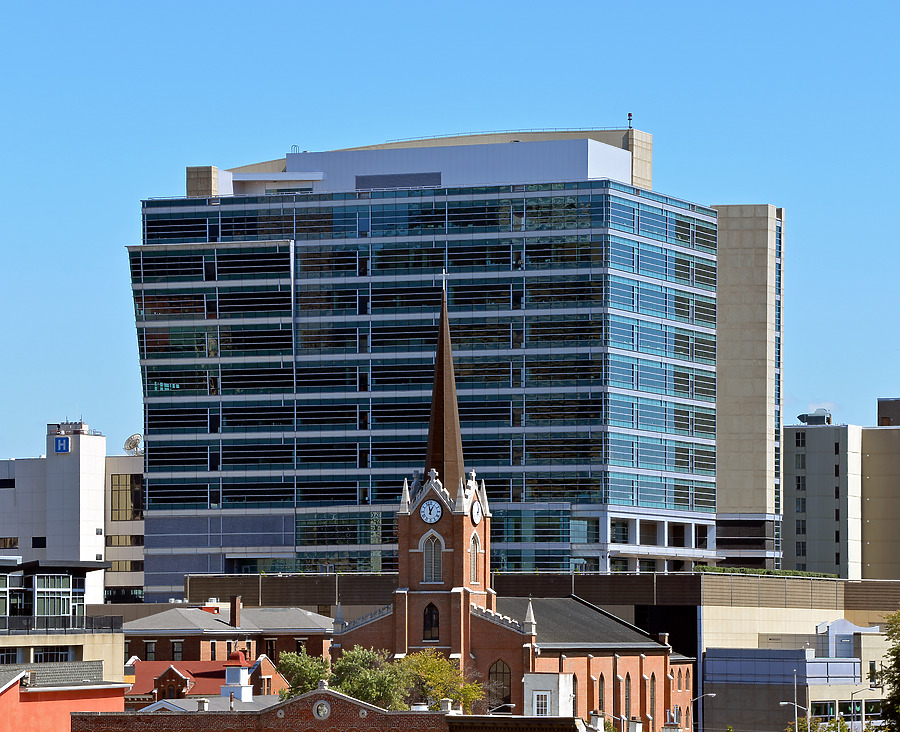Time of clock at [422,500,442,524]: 12:57
